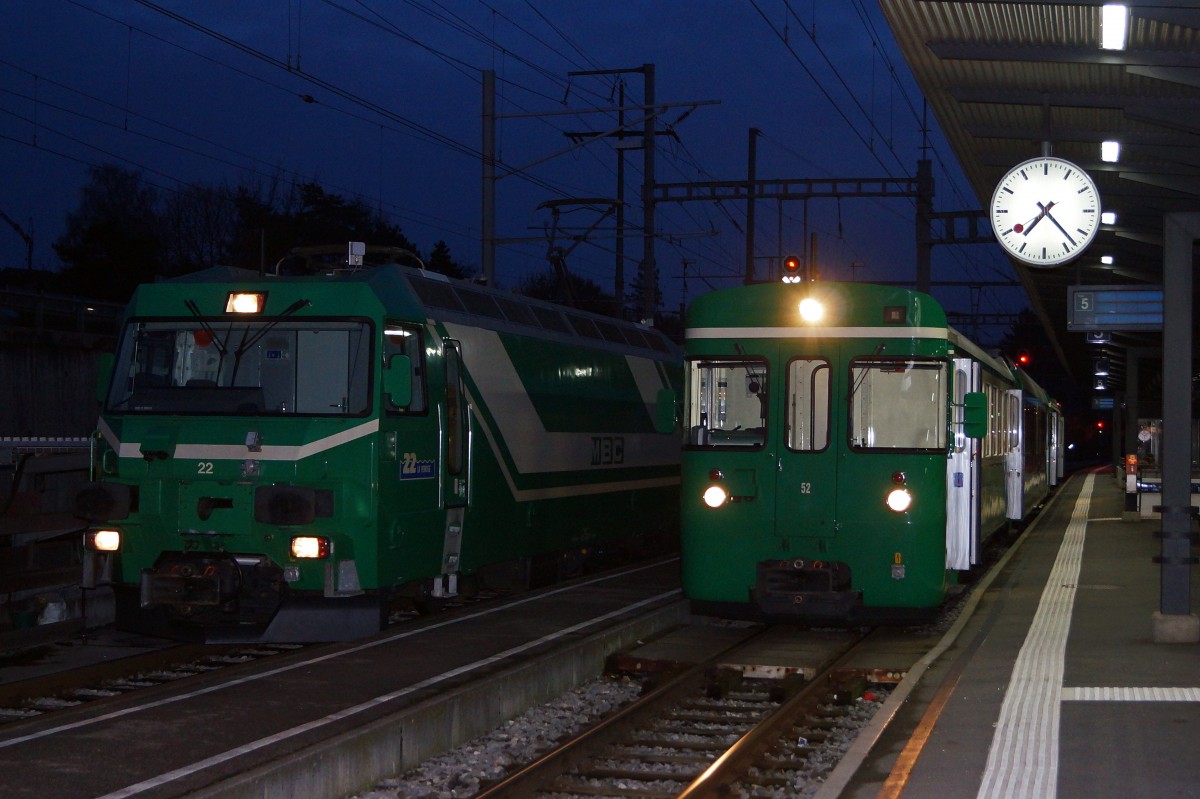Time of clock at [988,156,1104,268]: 7:23
